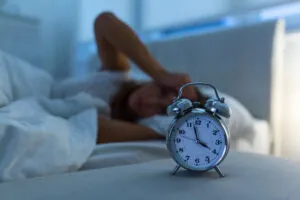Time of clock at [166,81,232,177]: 3:57
